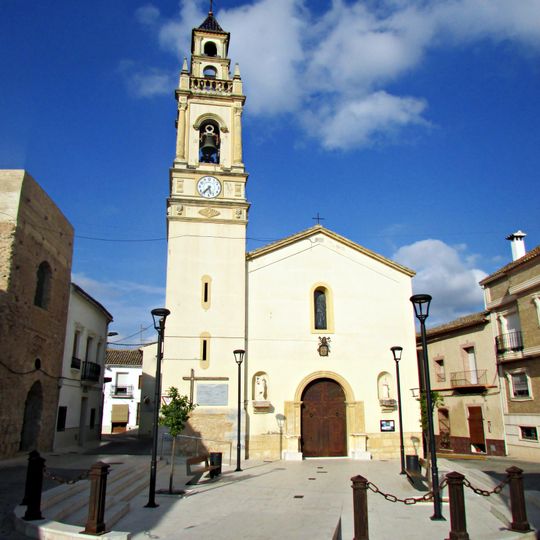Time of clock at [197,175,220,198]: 7:27
